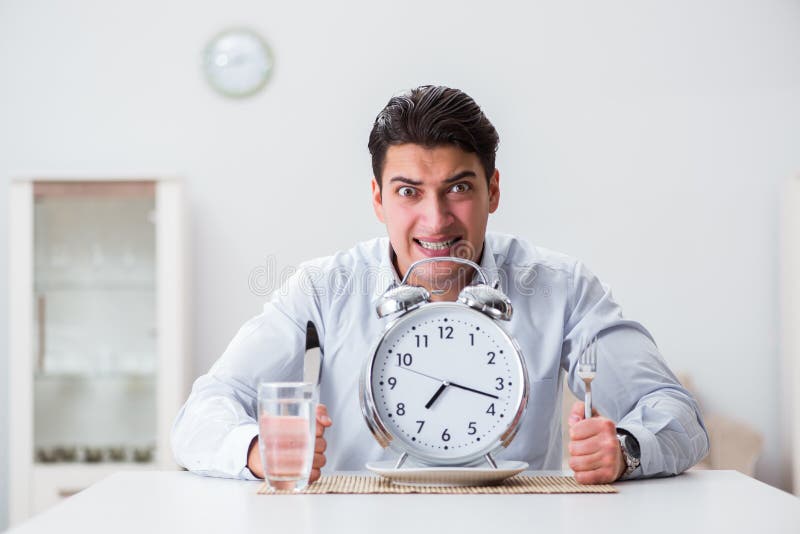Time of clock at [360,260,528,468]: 7:17
